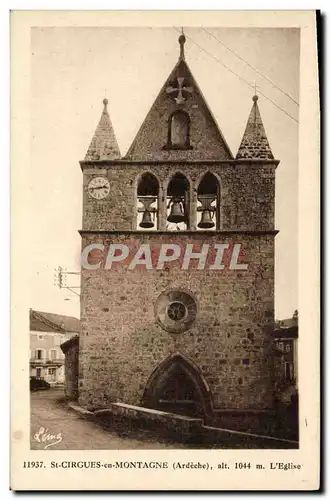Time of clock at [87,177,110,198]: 2:42
